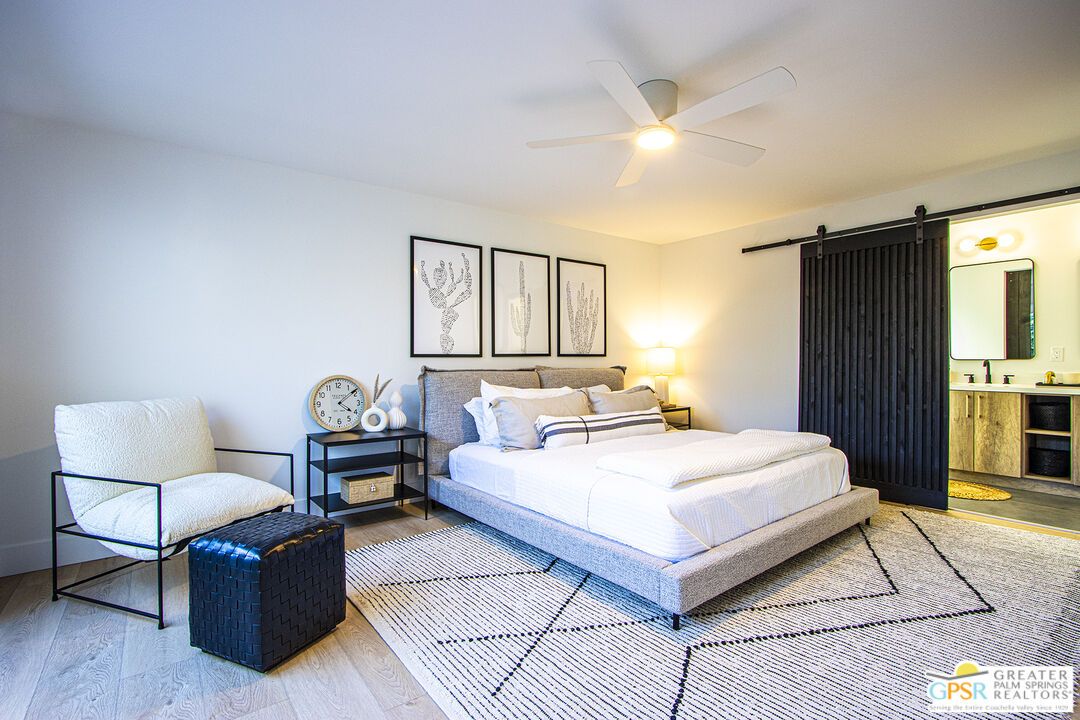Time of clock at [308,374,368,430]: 4:08
